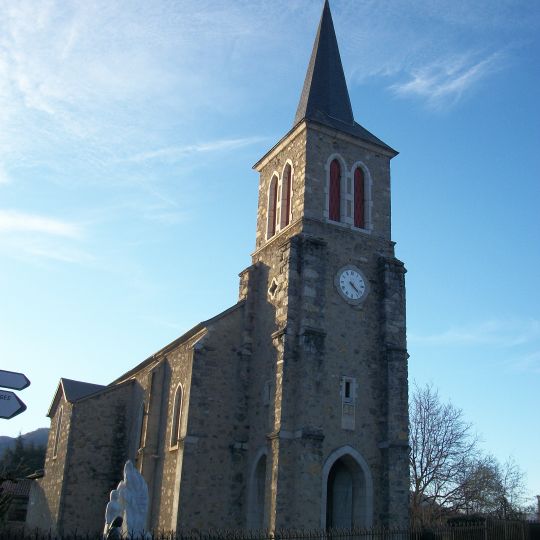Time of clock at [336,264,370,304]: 4:21
